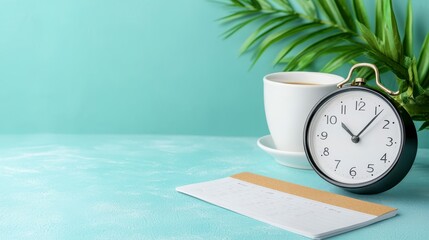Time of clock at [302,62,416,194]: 10:06
